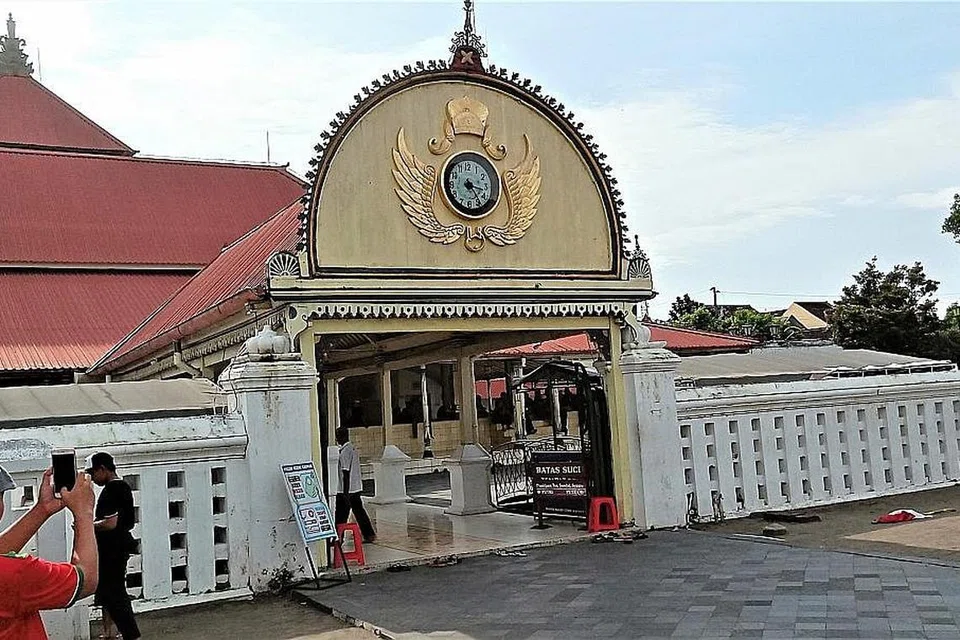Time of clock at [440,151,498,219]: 3:24
